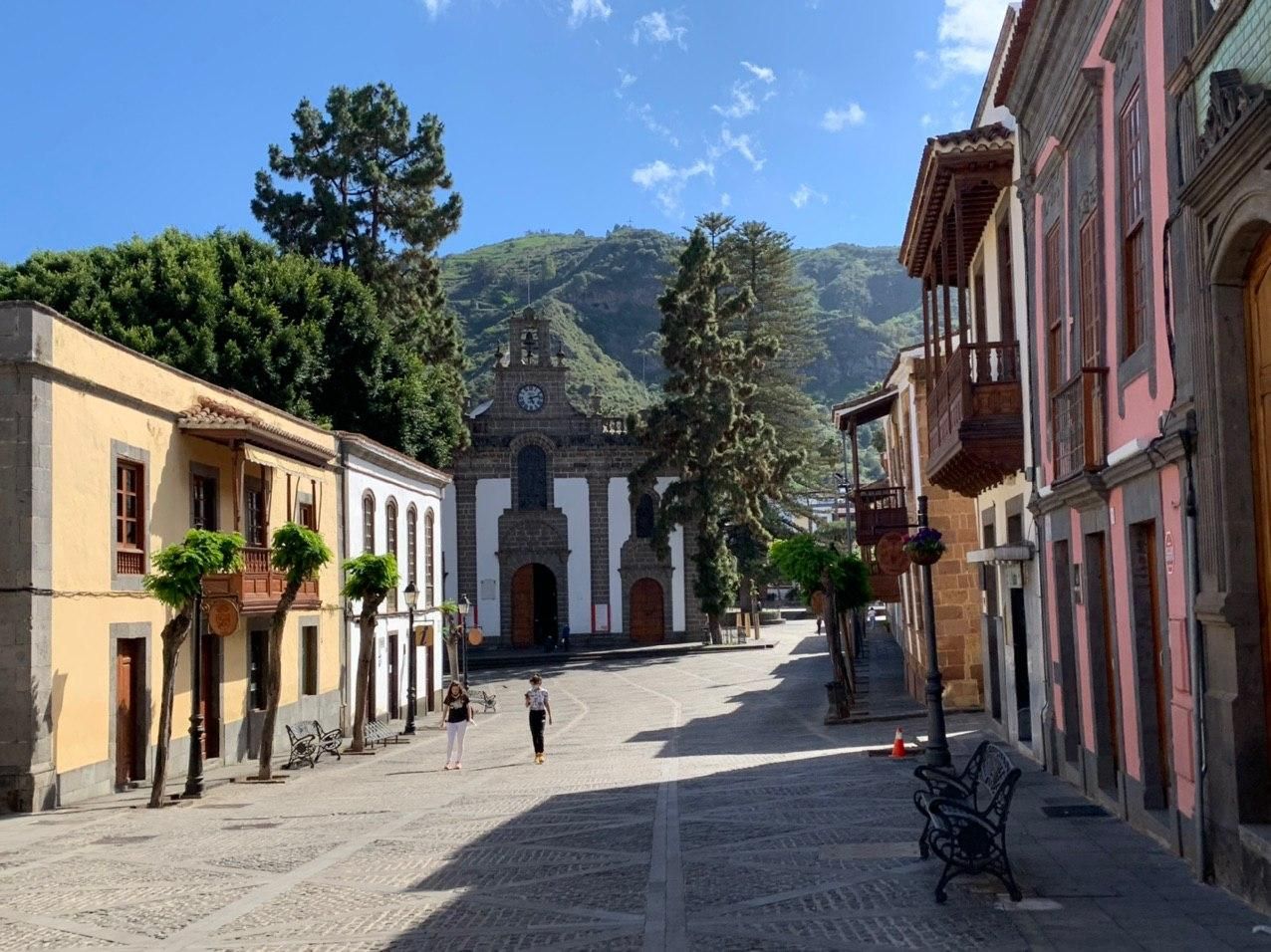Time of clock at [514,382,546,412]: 5:12
